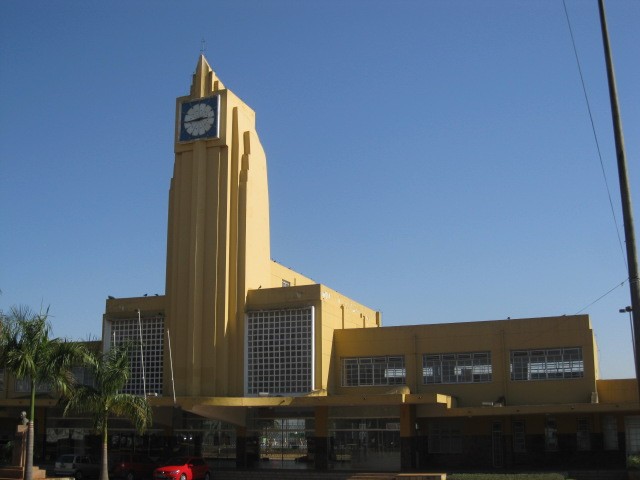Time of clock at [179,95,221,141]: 2:44
